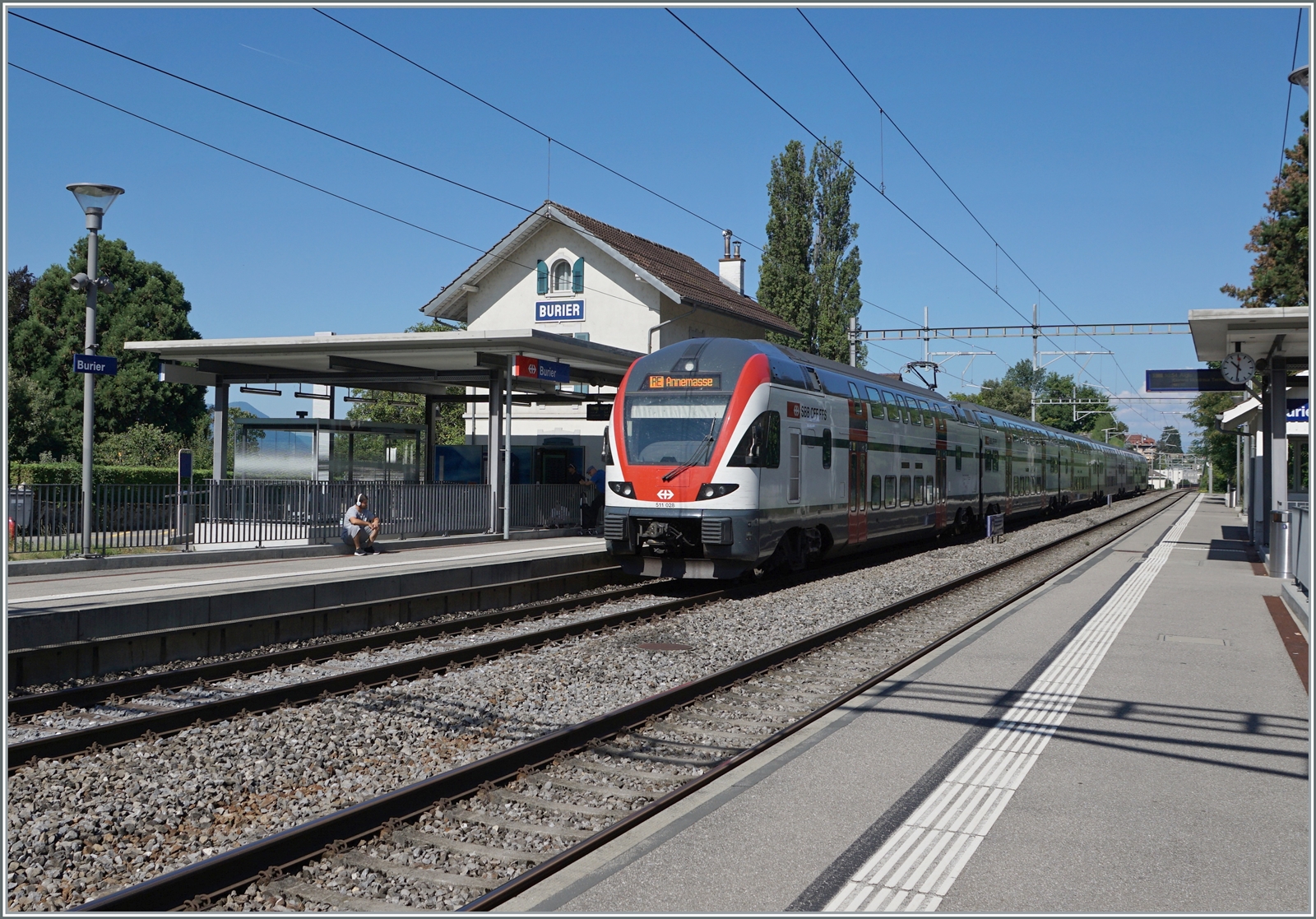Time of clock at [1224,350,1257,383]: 10:31
